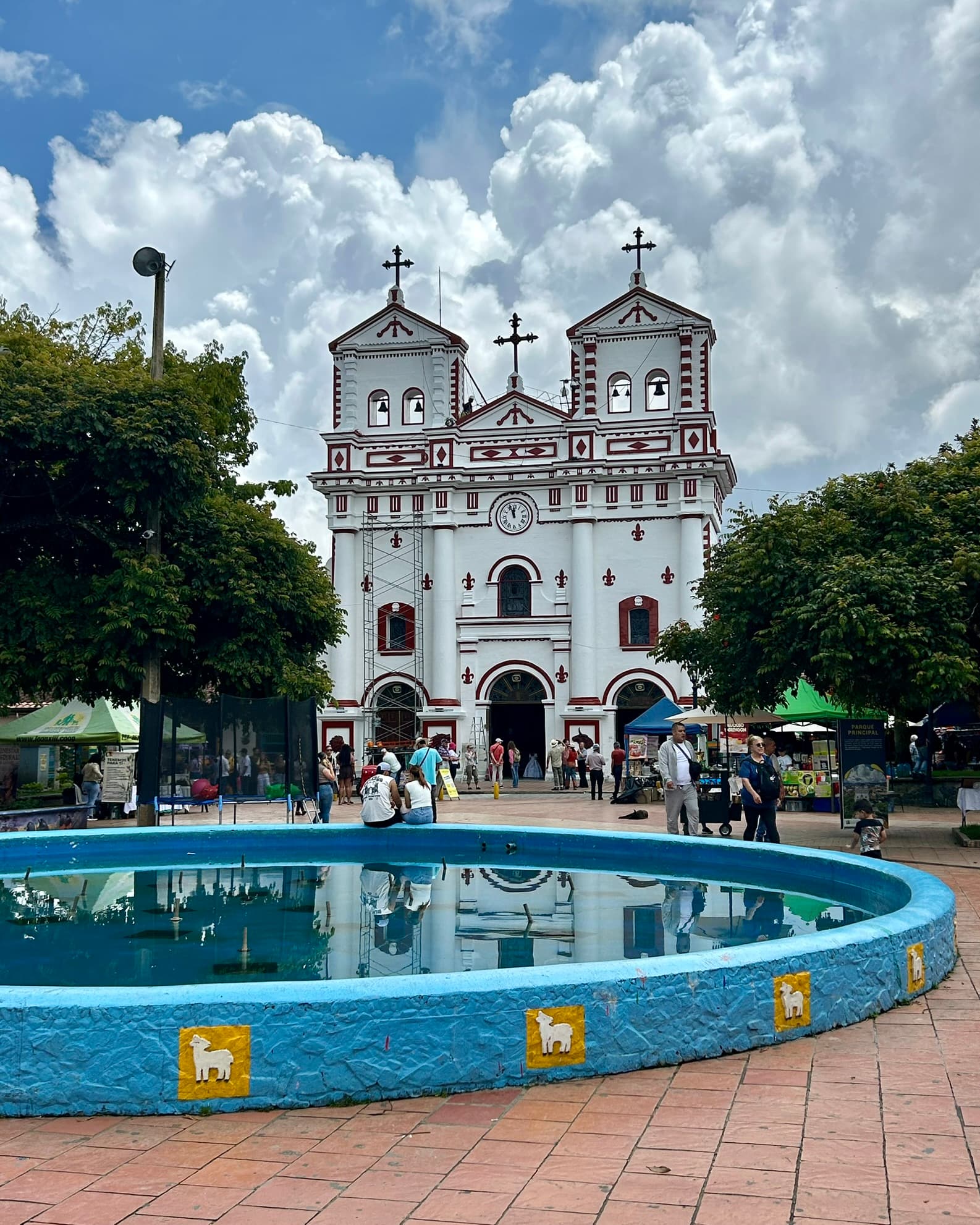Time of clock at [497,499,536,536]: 11:56
